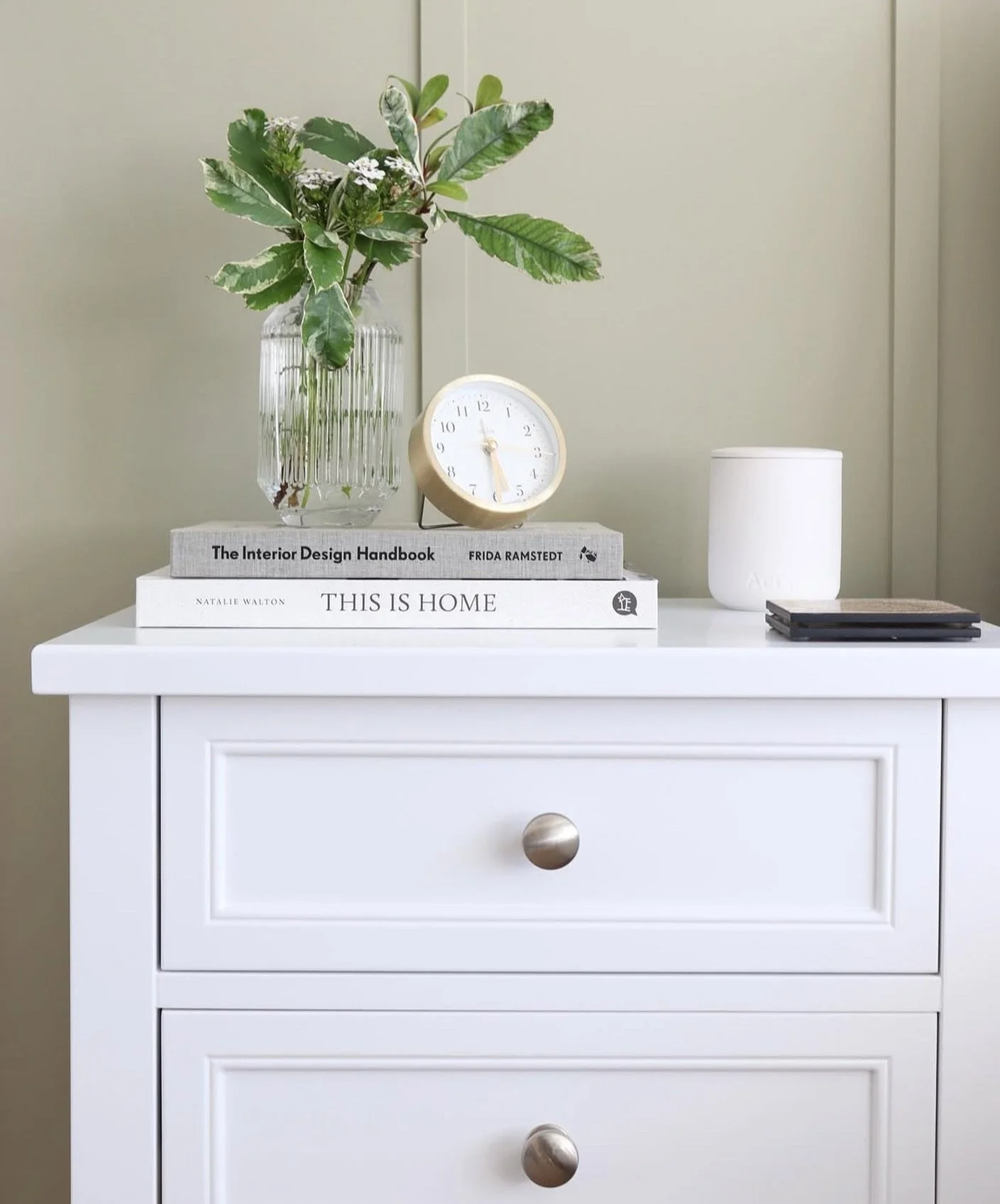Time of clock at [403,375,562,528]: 5:30
